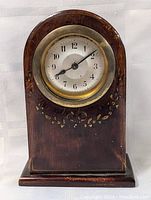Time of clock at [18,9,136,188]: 8:09
